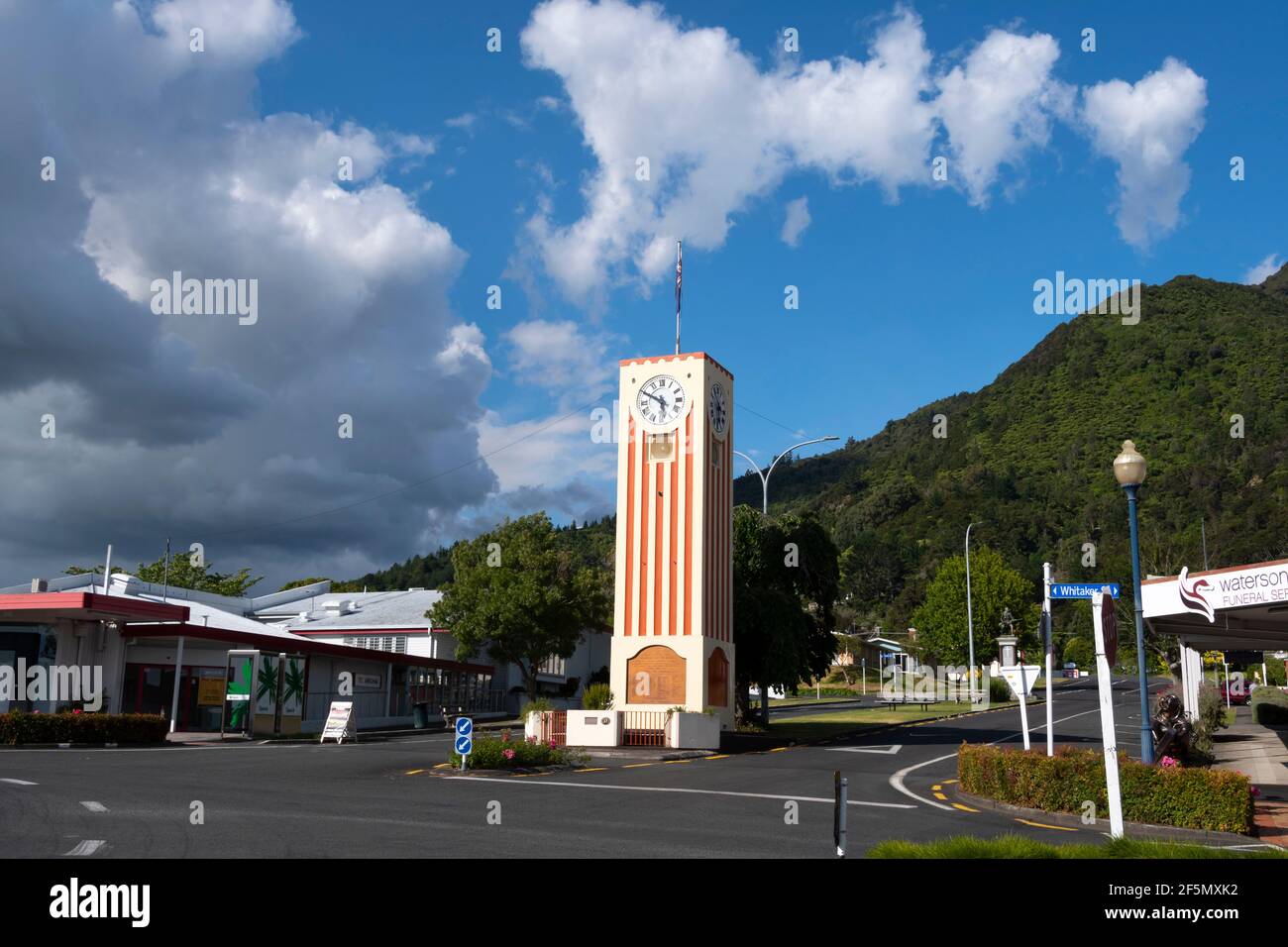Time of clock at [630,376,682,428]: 5:49
